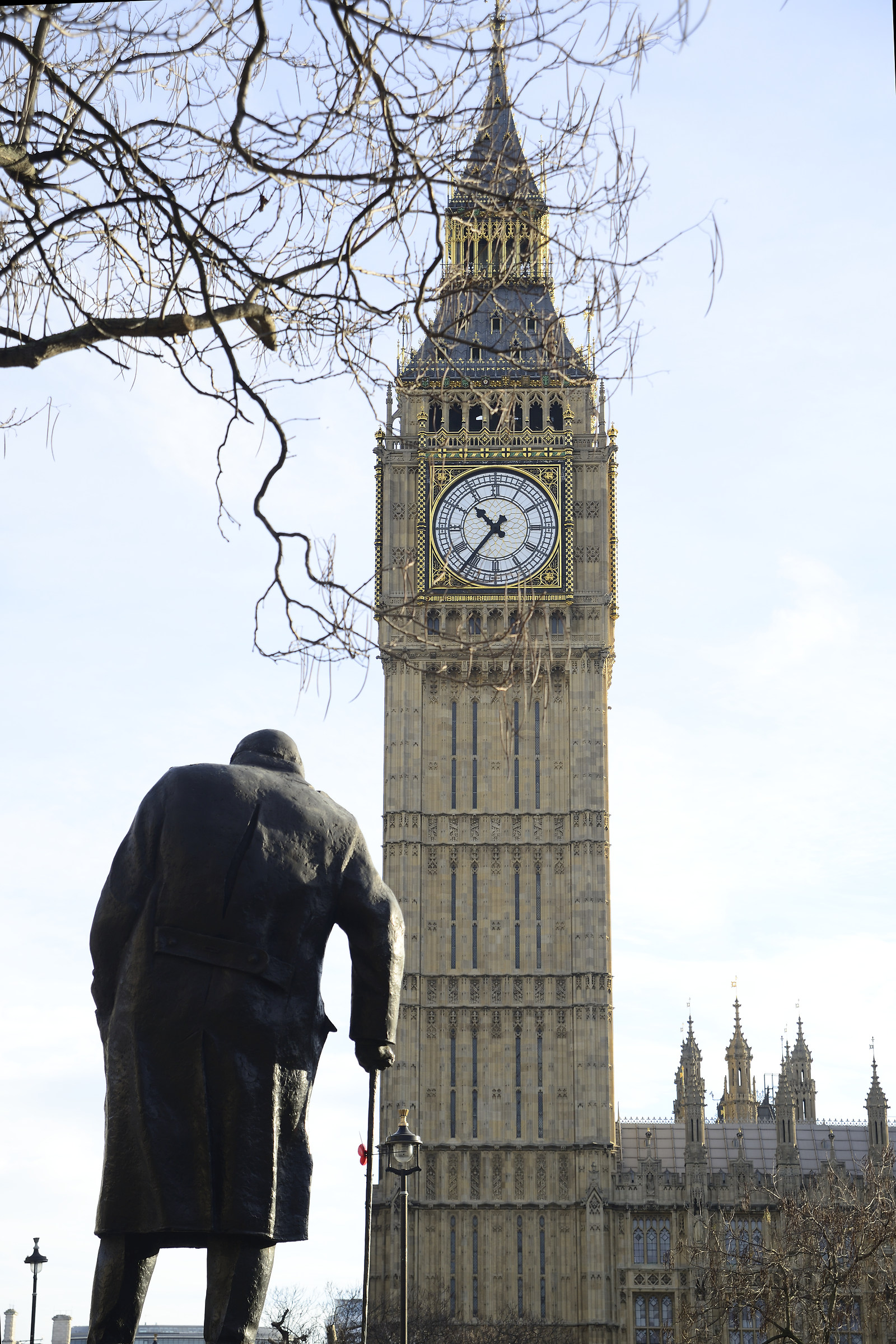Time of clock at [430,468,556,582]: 10:36
